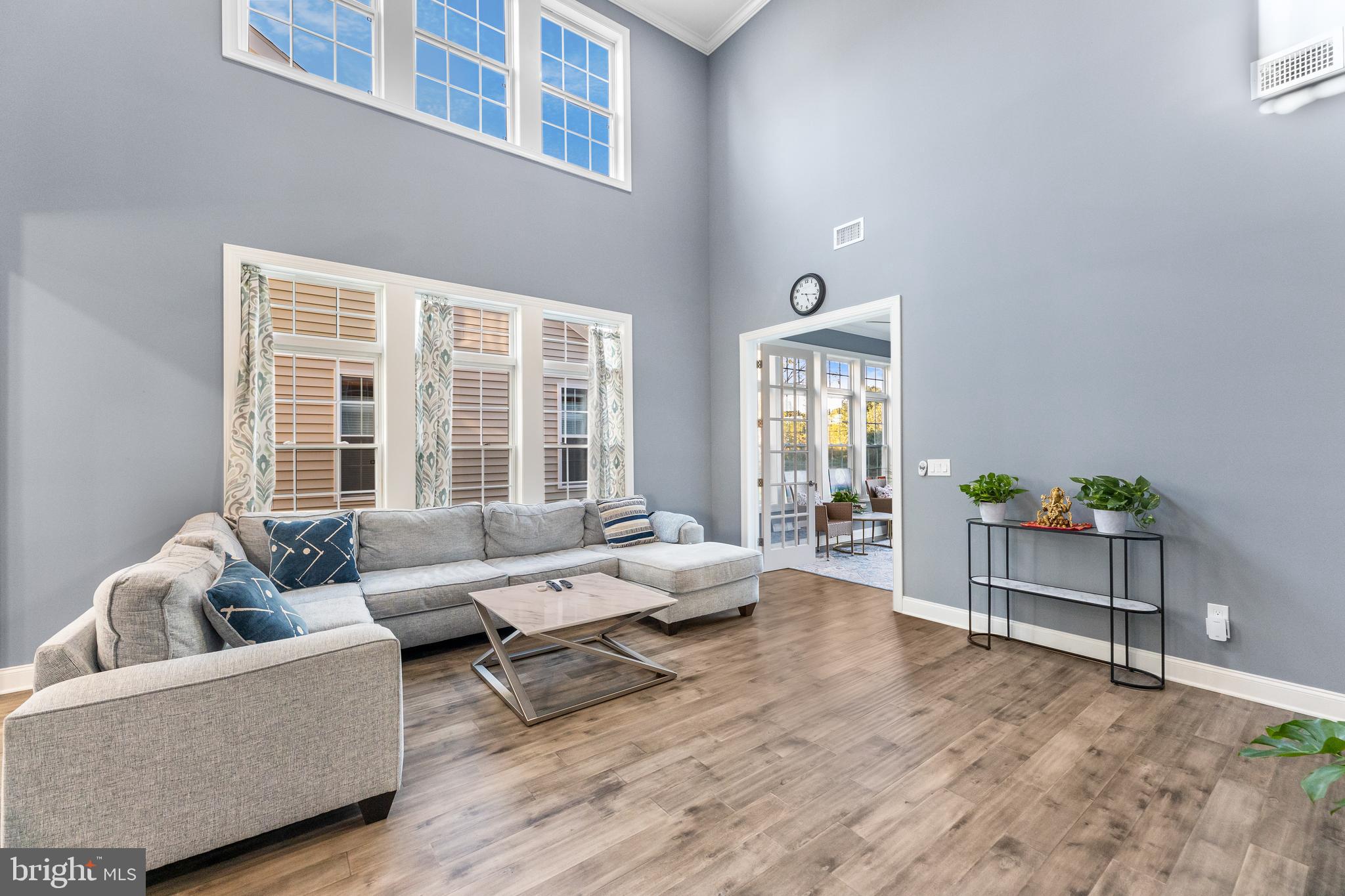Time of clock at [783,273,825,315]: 5:17
